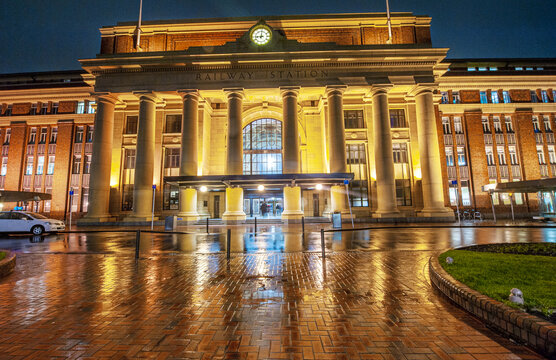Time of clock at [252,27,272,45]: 9:01
